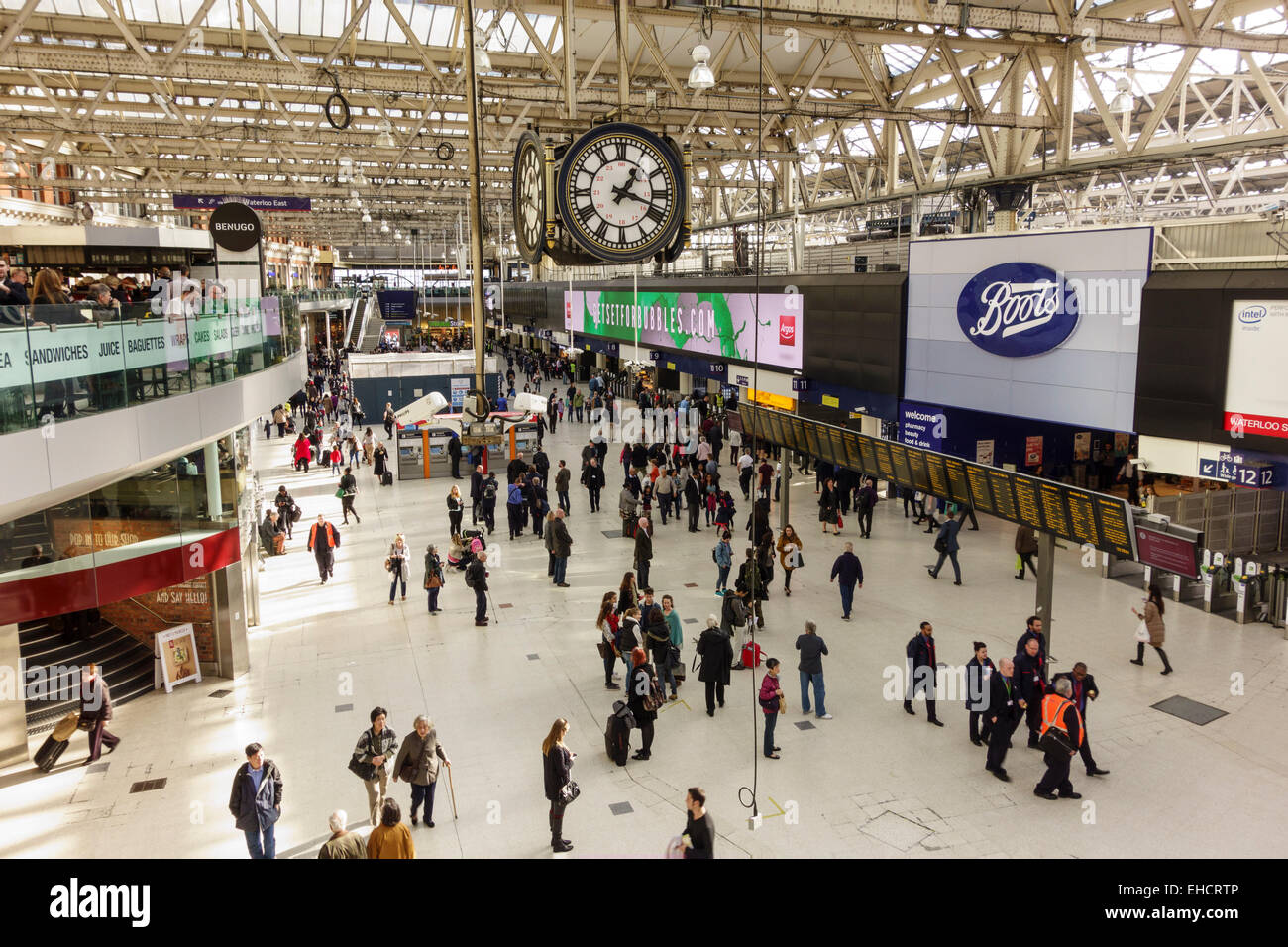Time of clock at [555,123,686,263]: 1:18
